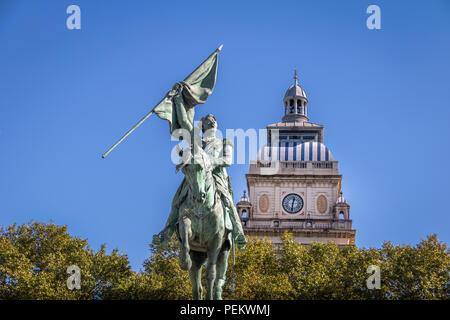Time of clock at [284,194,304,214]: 12:30
